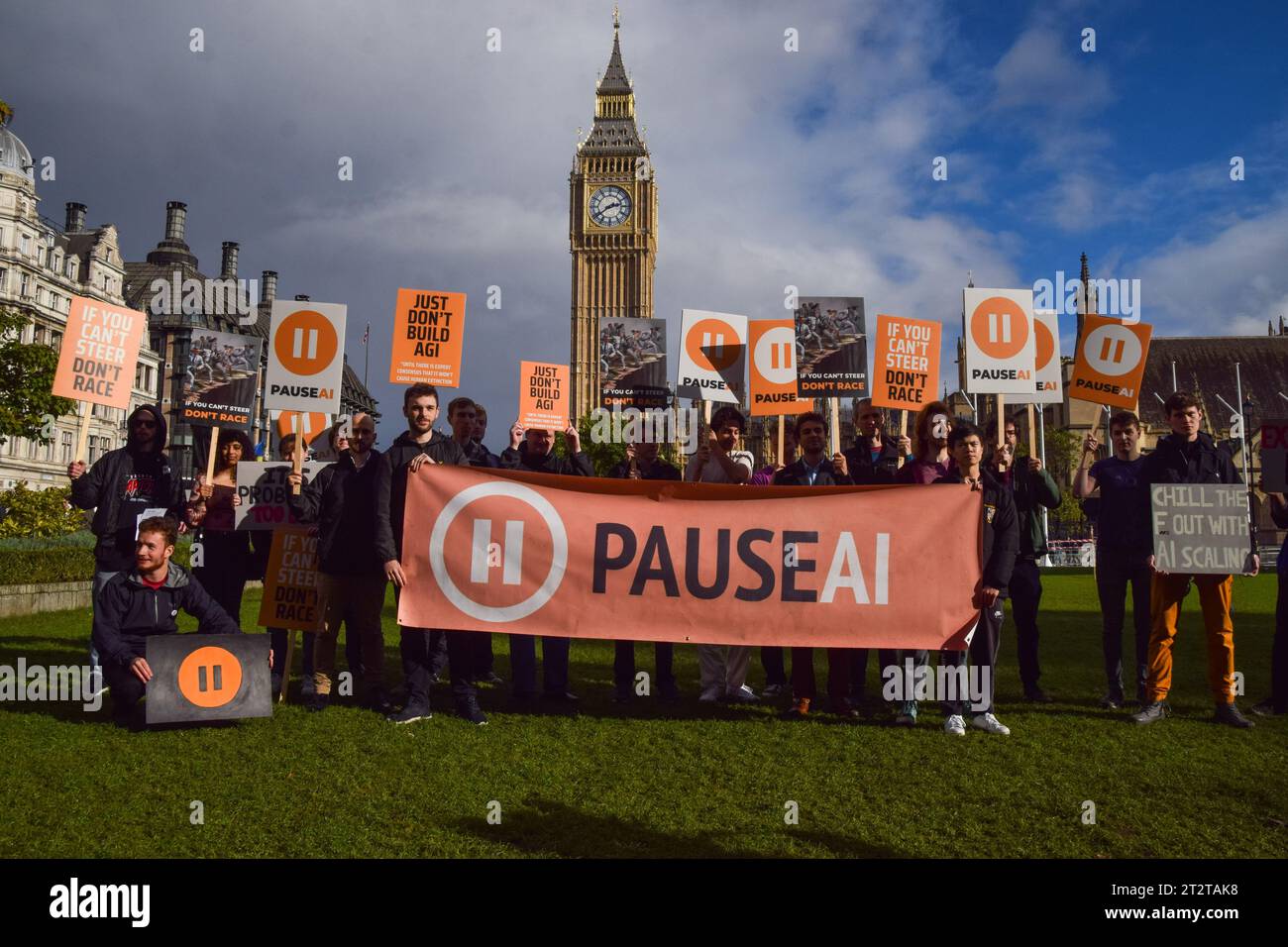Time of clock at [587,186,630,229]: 2:39
